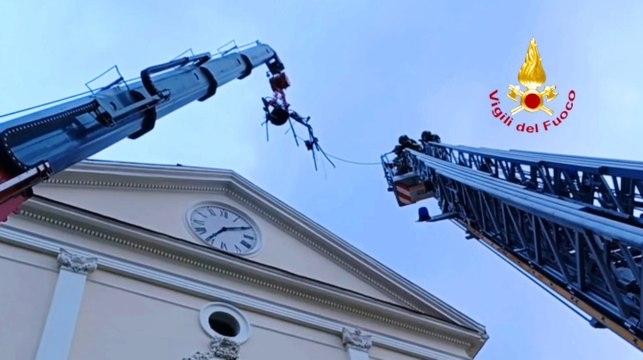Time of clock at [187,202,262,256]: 7:10
